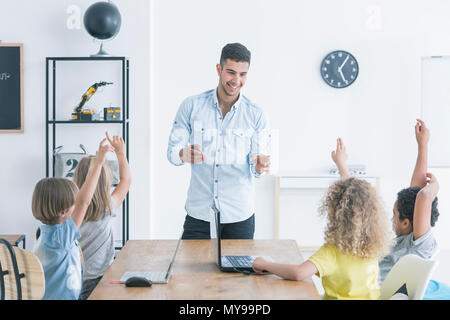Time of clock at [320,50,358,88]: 5:05
